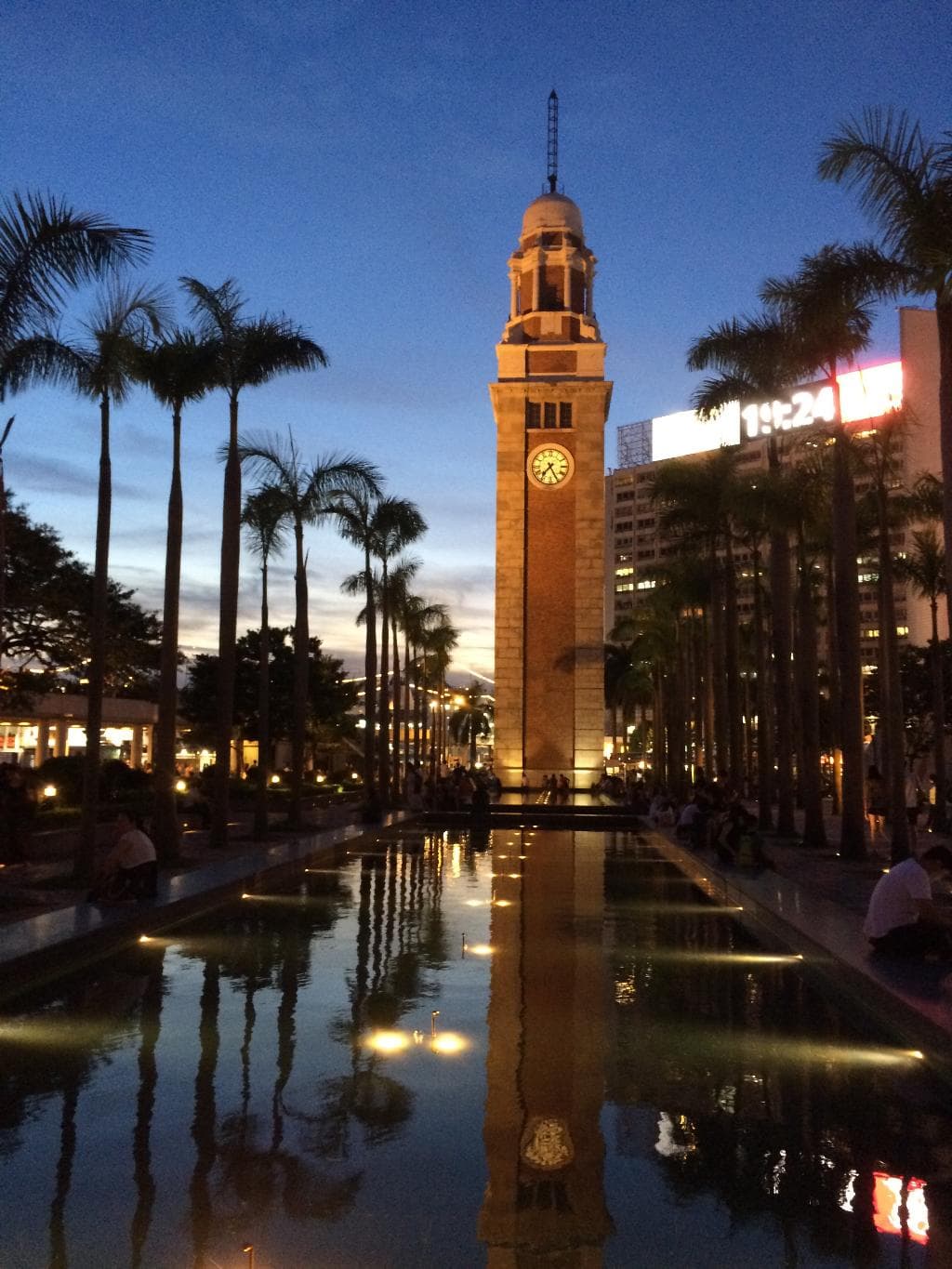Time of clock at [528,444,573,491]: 7:25
